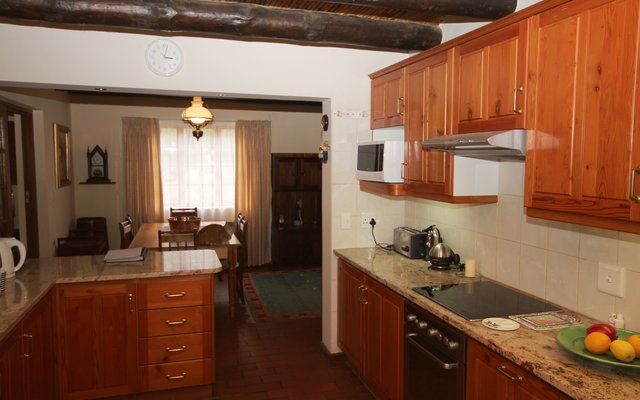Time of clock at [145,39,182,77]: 3:02
